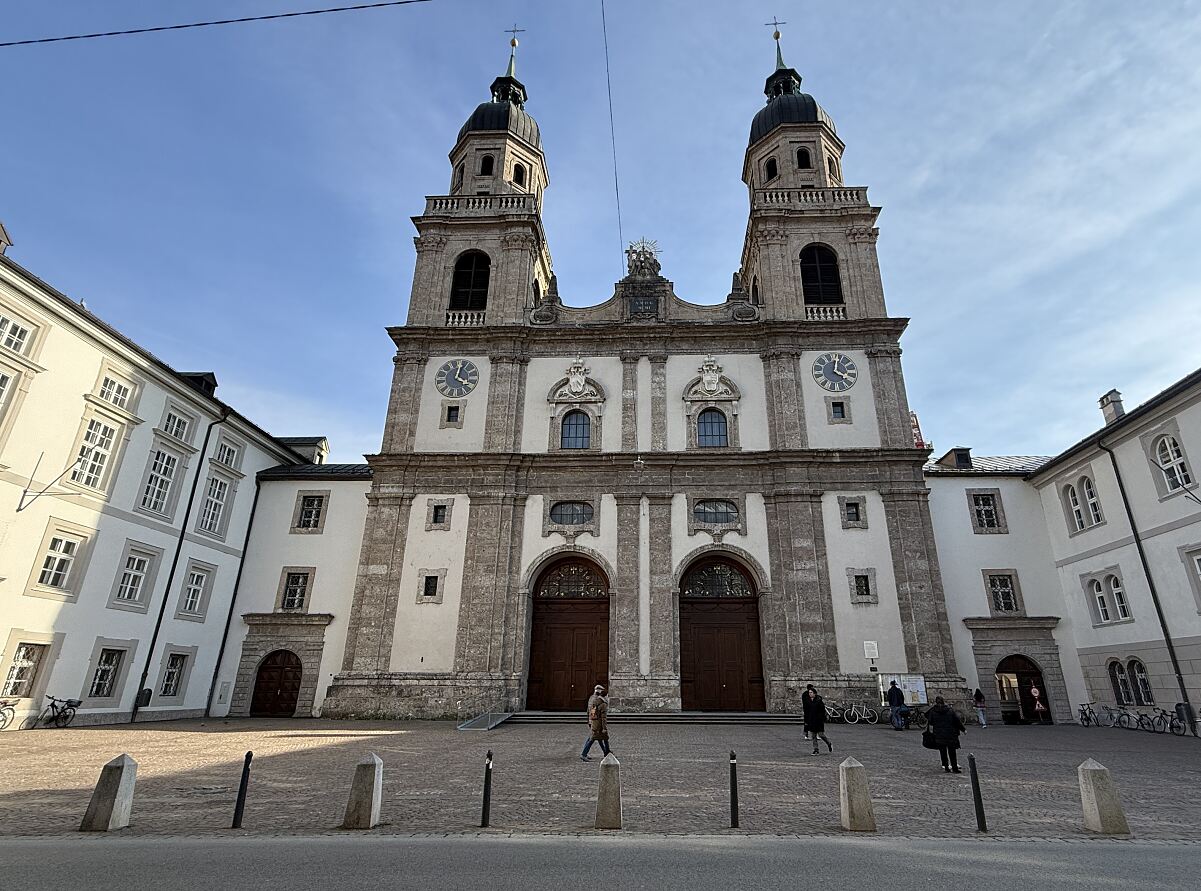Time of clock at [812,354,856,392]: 4:01
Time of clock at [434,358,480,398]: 4:01
